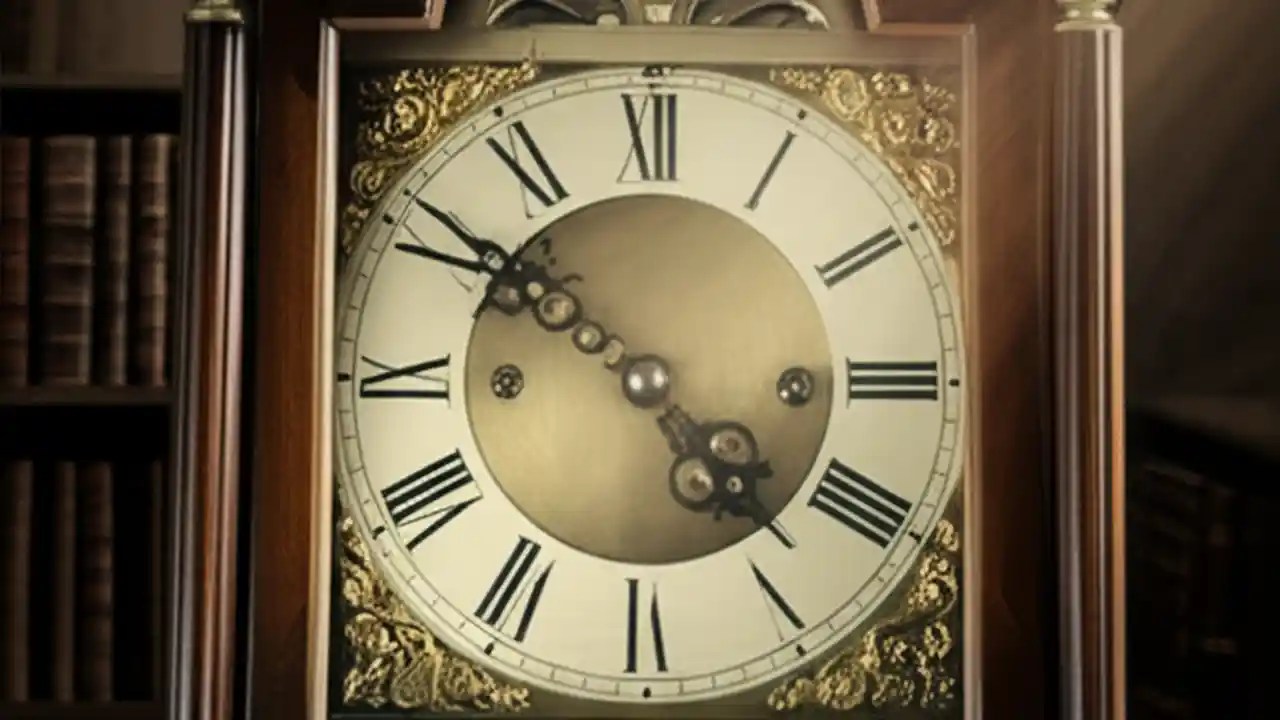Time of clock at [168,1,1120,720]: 4:50
